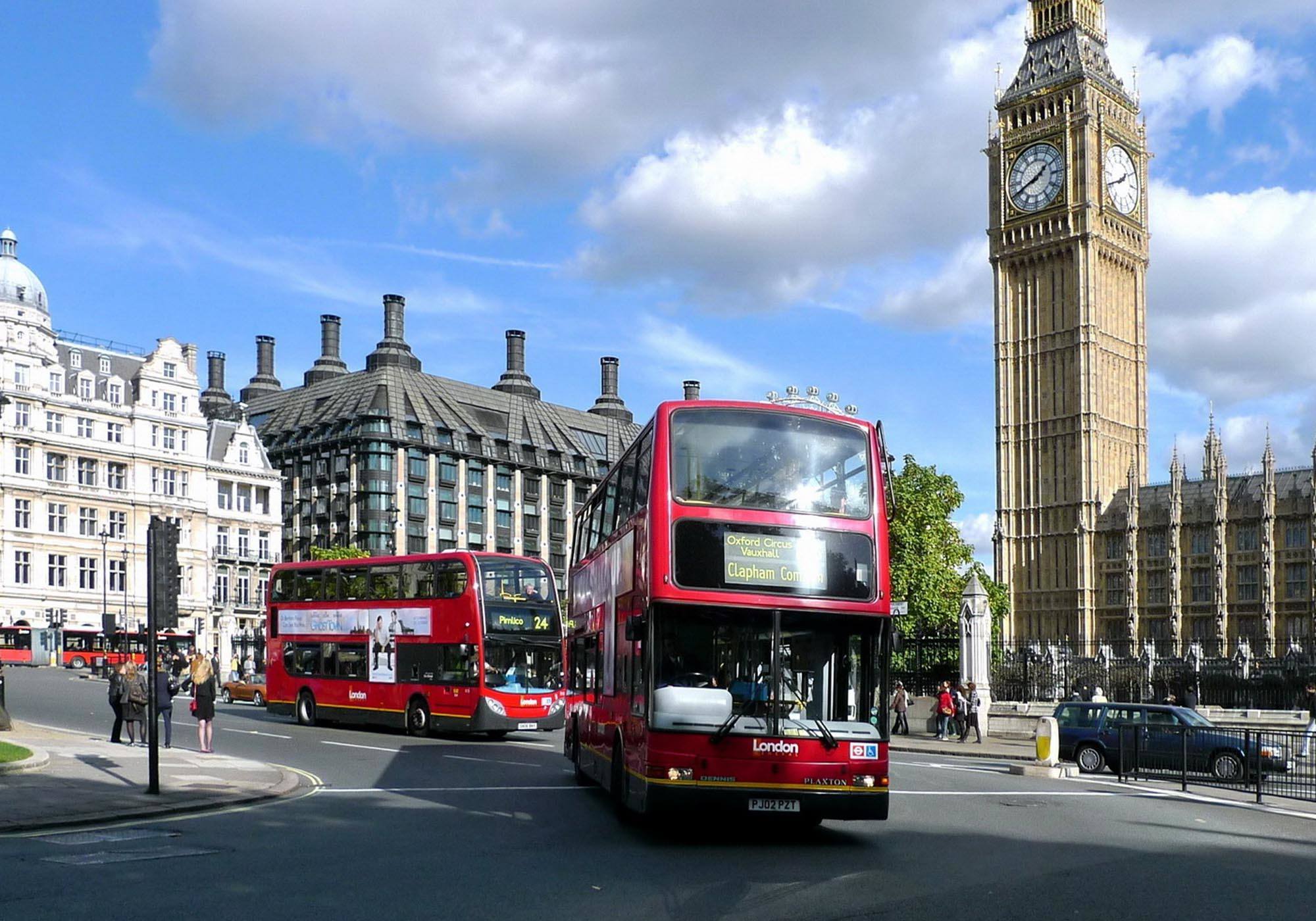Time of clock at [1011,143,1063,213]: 1:41
